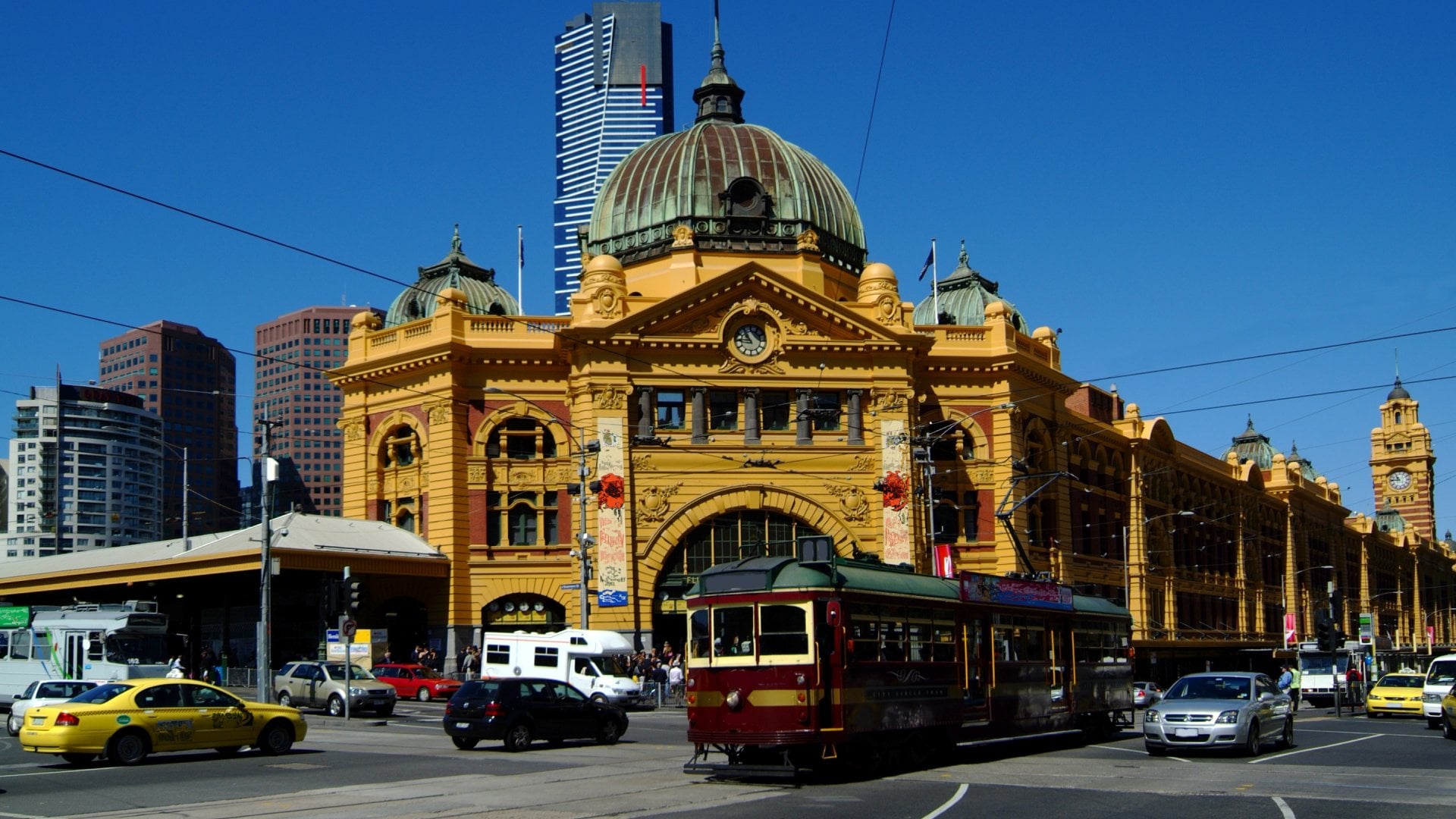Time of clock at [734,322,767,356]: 10:45
